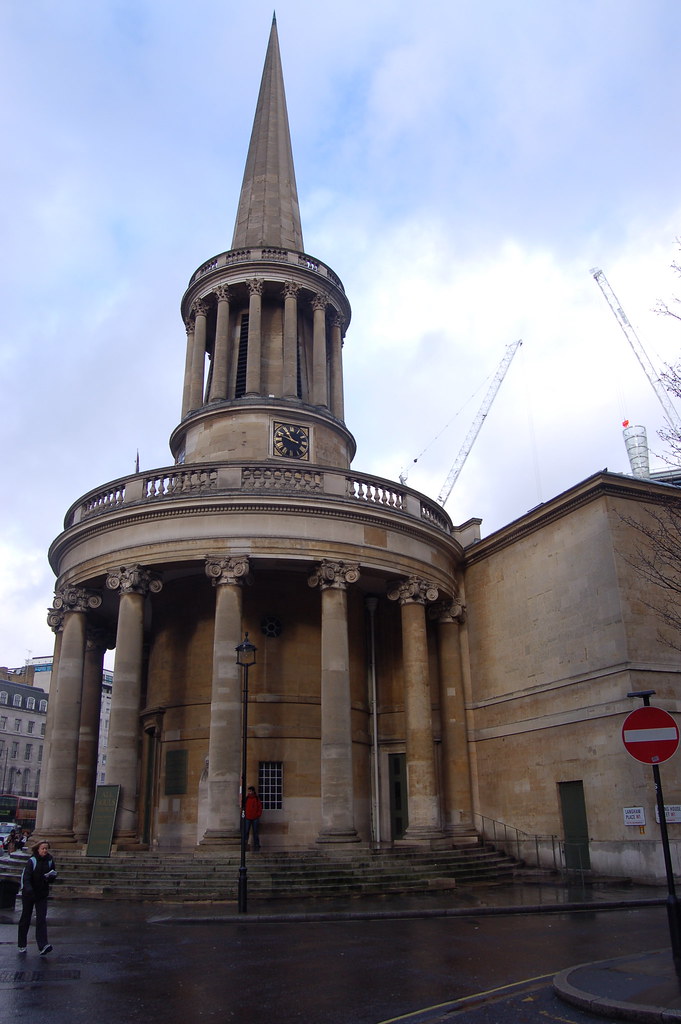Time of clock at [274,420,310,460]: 10:47
